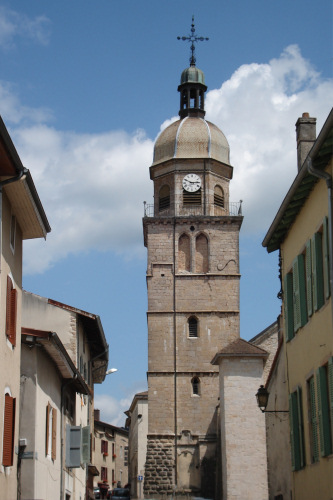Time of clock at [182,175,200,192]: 2:49
